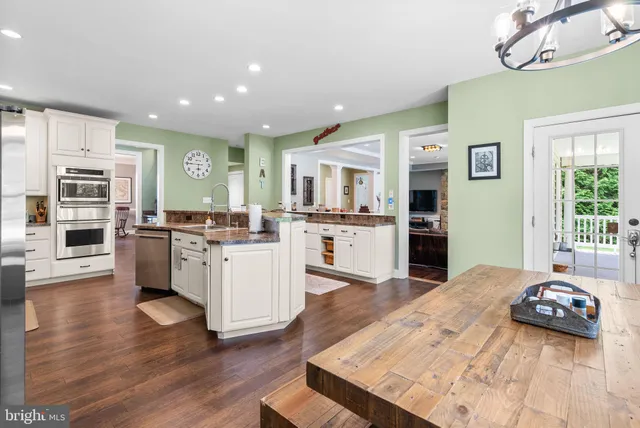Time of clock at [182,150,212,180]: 5:45
